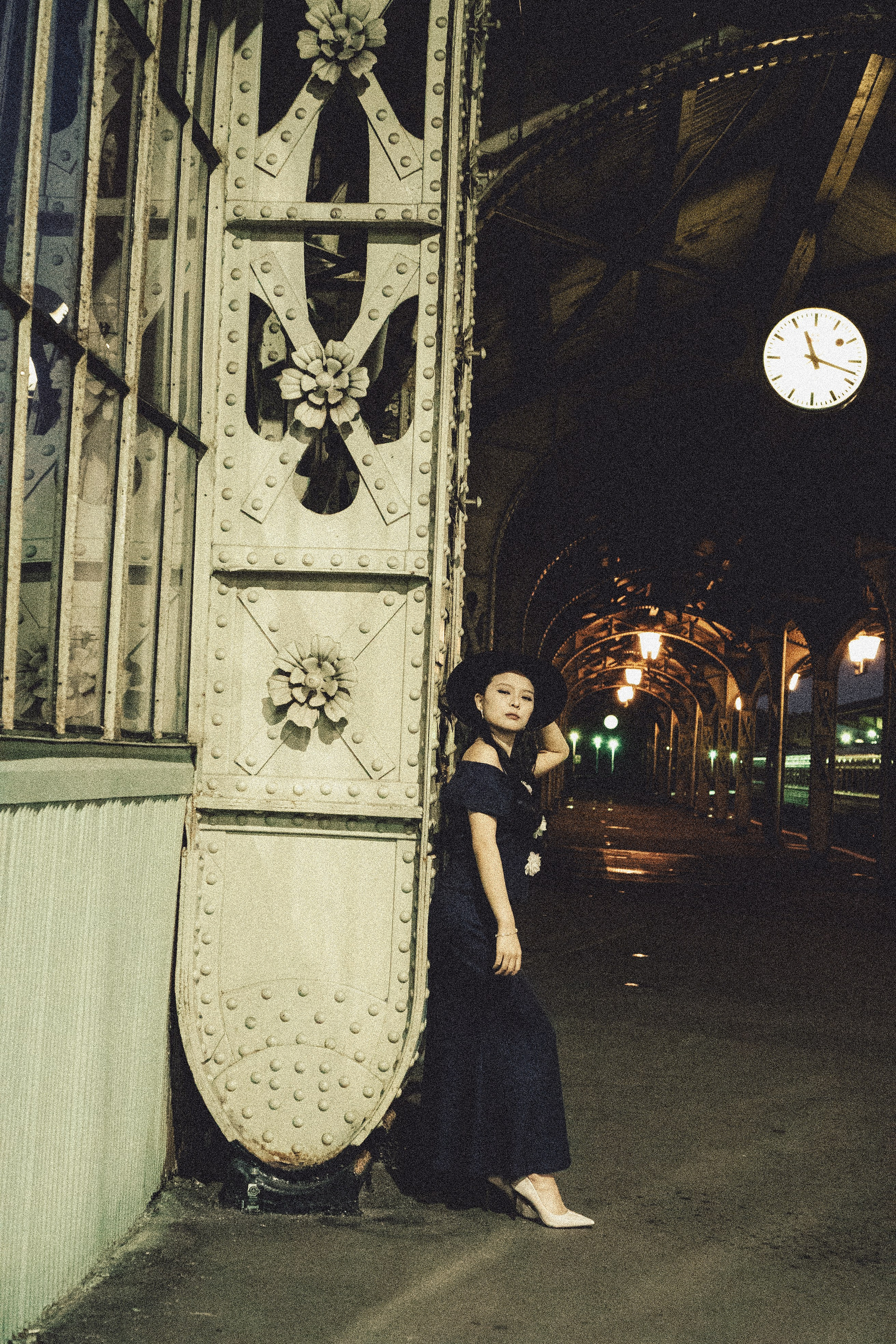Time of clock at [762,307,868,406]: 11:17
